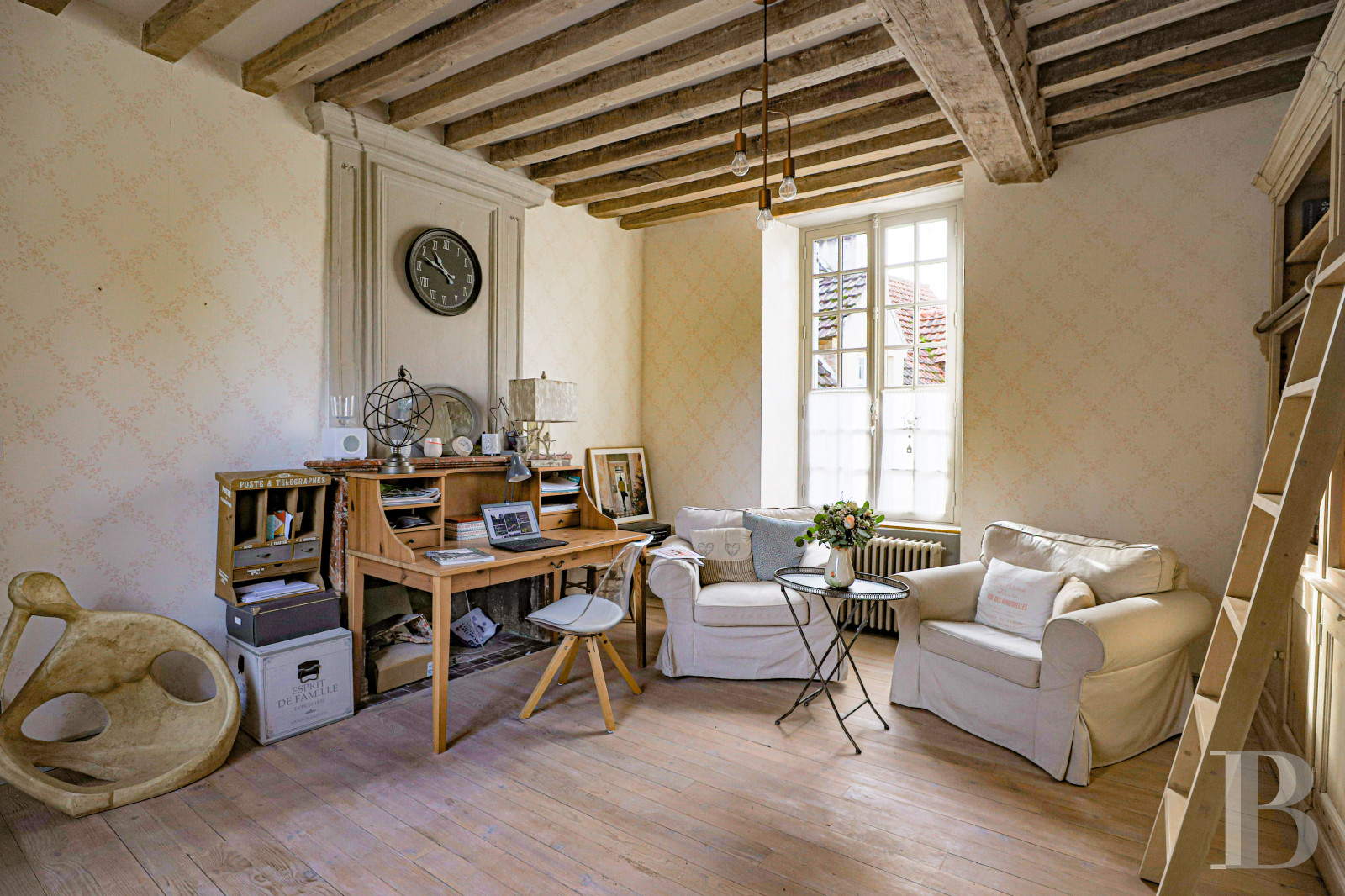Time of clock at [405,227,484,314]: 10:47
